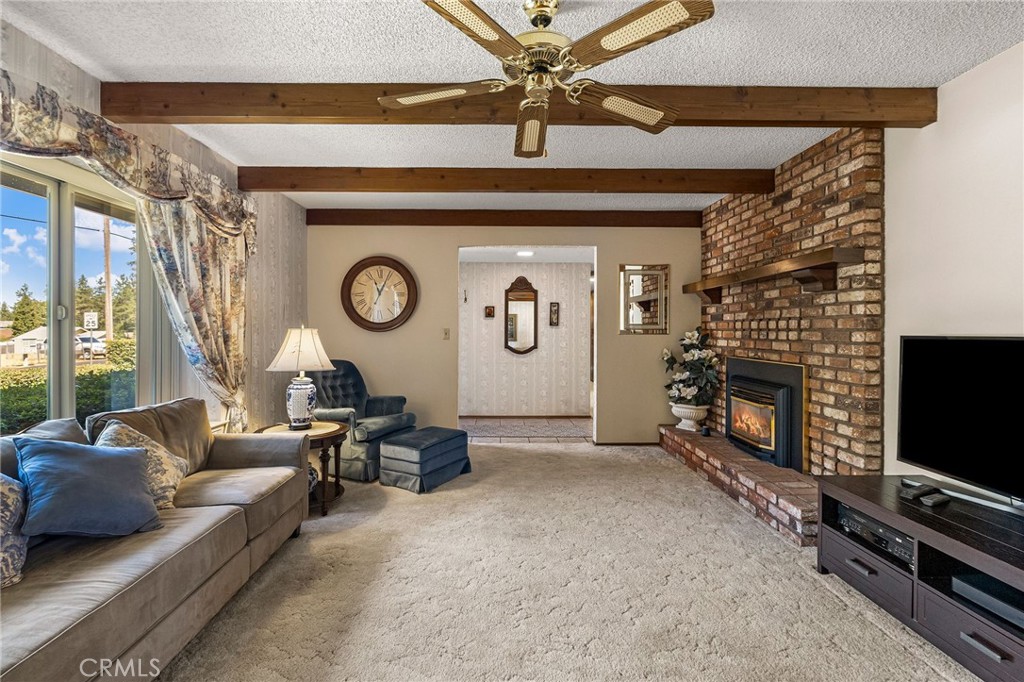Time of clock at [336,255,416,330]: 11:04
